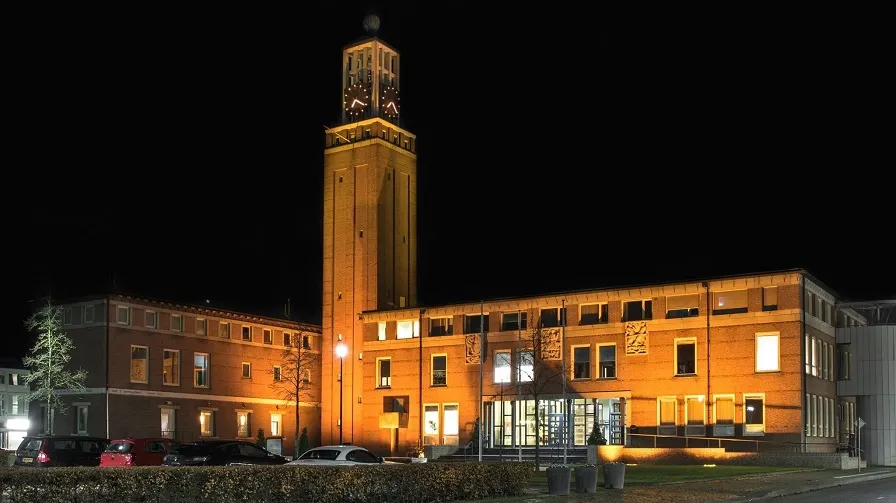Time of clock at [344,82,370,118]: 7:20
